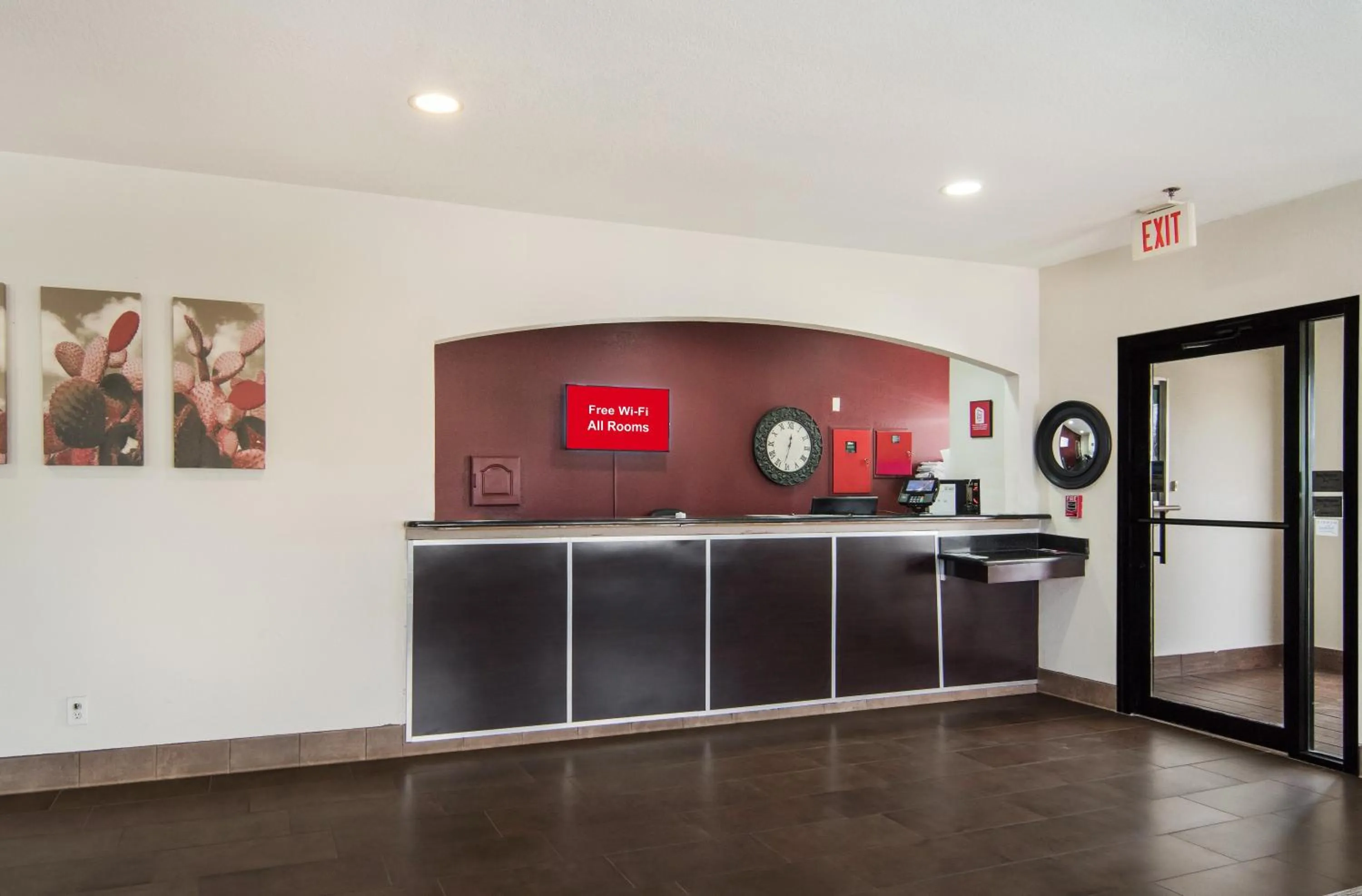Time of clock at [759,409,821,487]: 12:32
